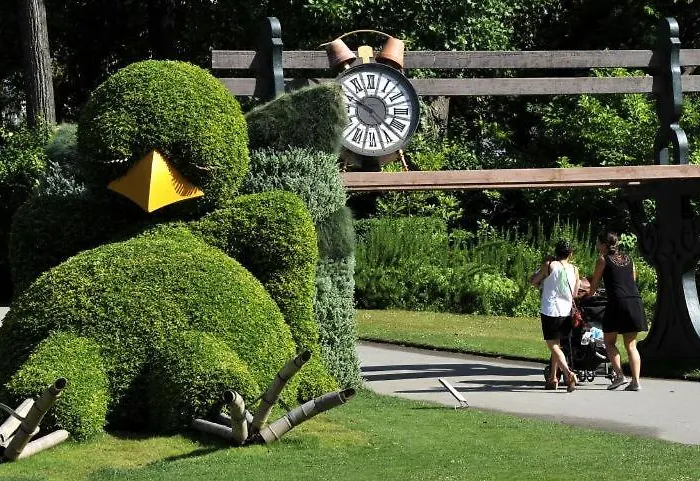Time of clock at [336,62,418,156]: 9:22
